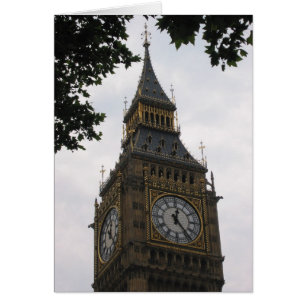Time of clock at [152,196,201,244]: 12:23
